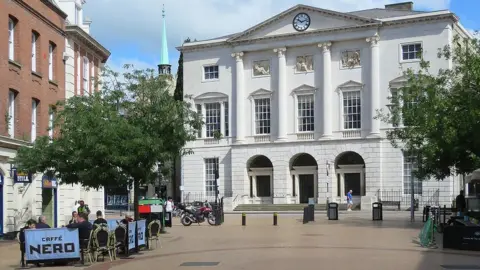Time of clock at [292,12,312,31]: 10:12
